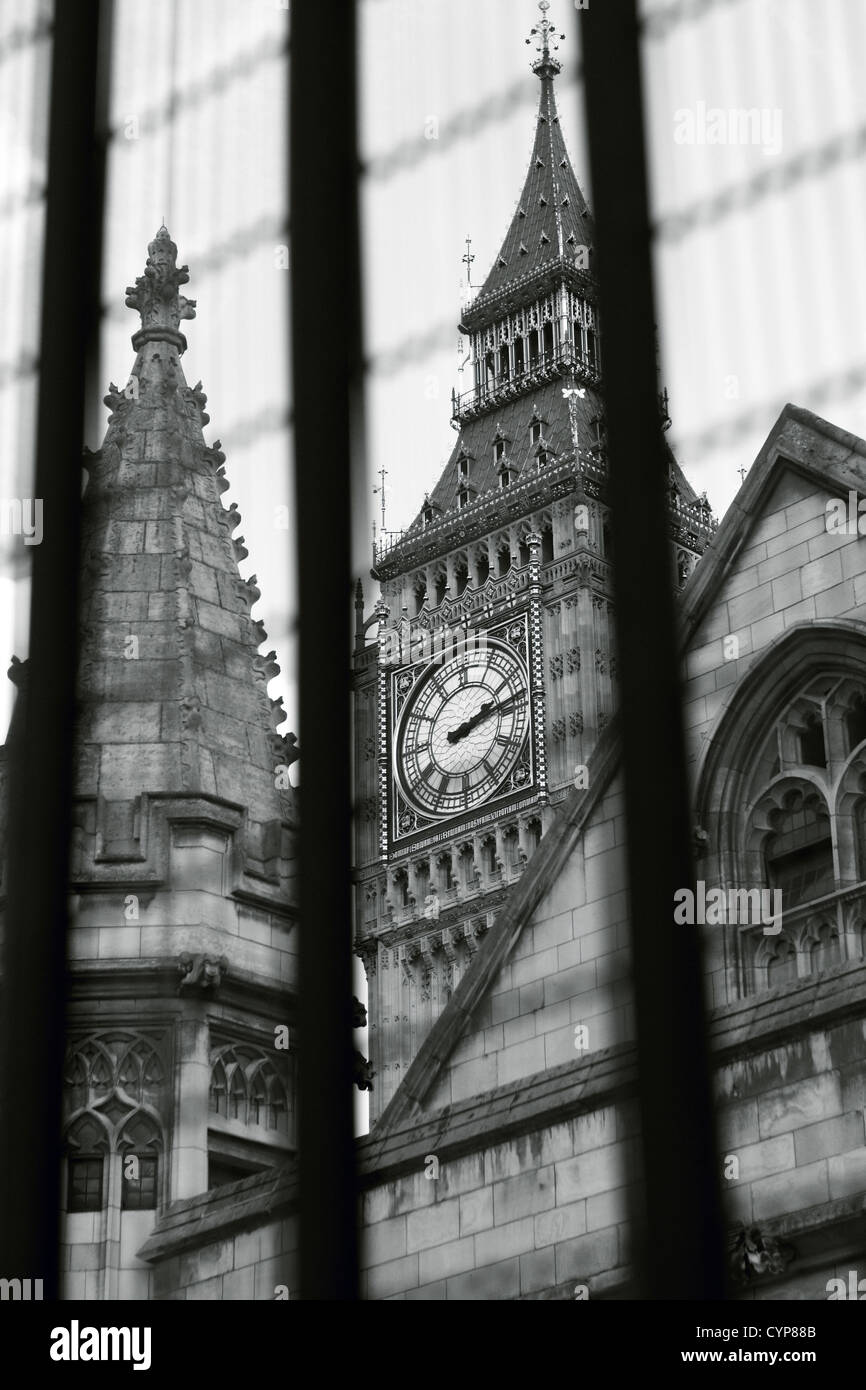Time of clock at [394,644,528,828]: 2:13
